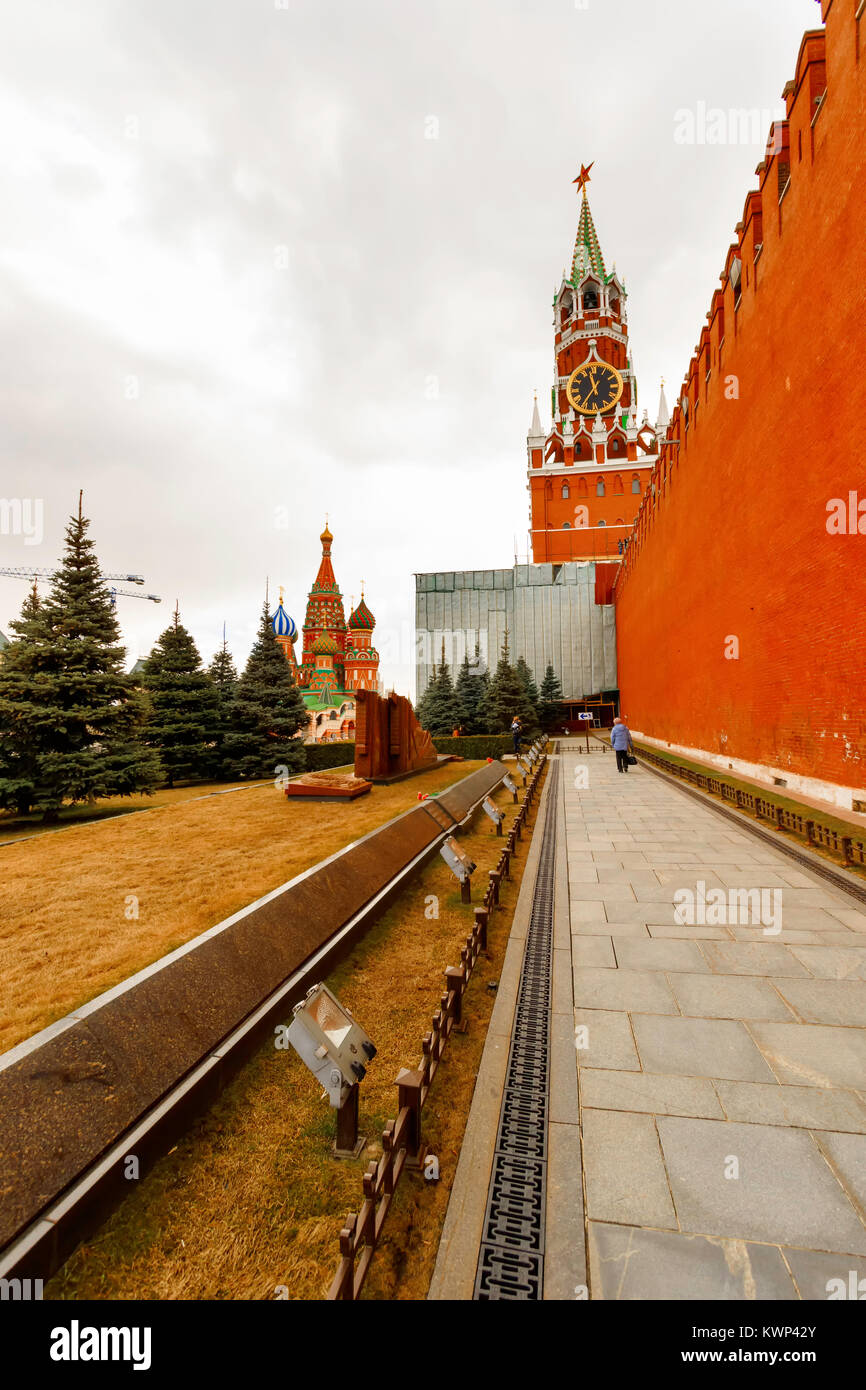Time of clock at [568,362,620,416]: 11:35
